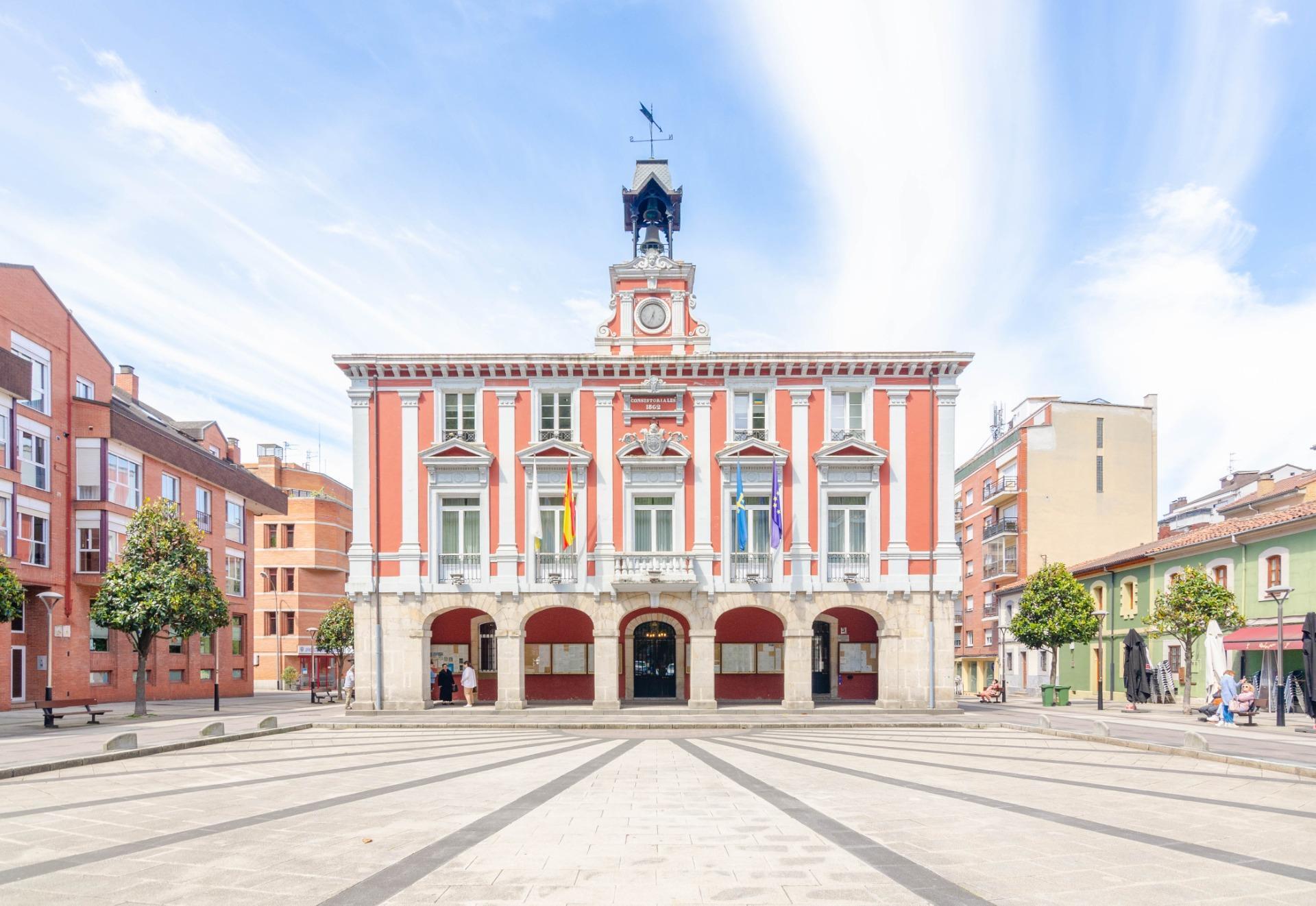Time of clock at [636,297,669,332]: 12:33
